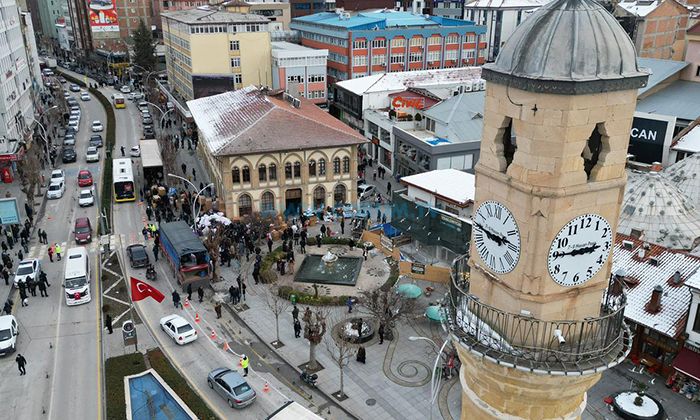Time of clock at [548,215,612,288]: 2:45
